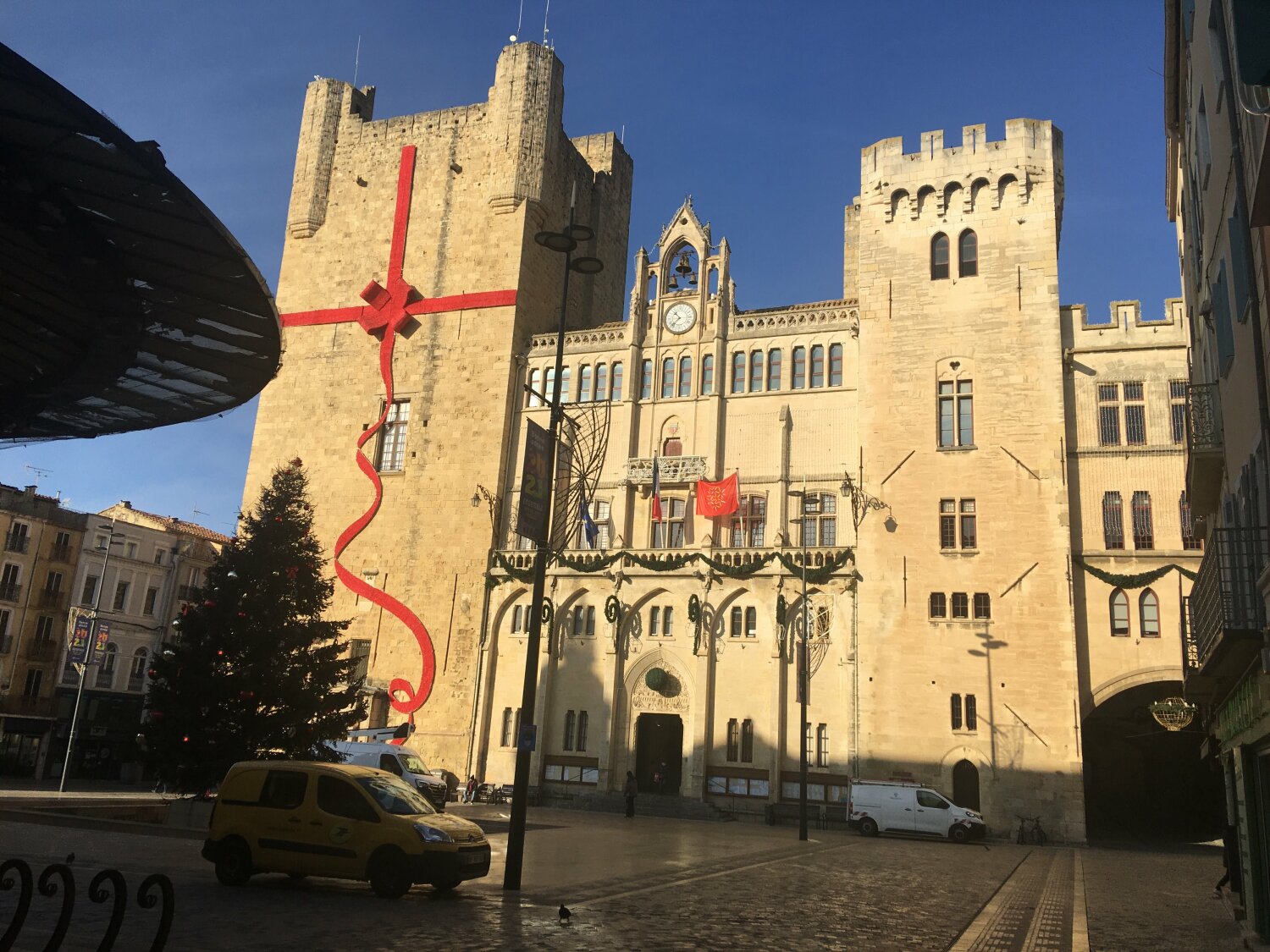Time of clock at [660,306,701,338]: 10:37
